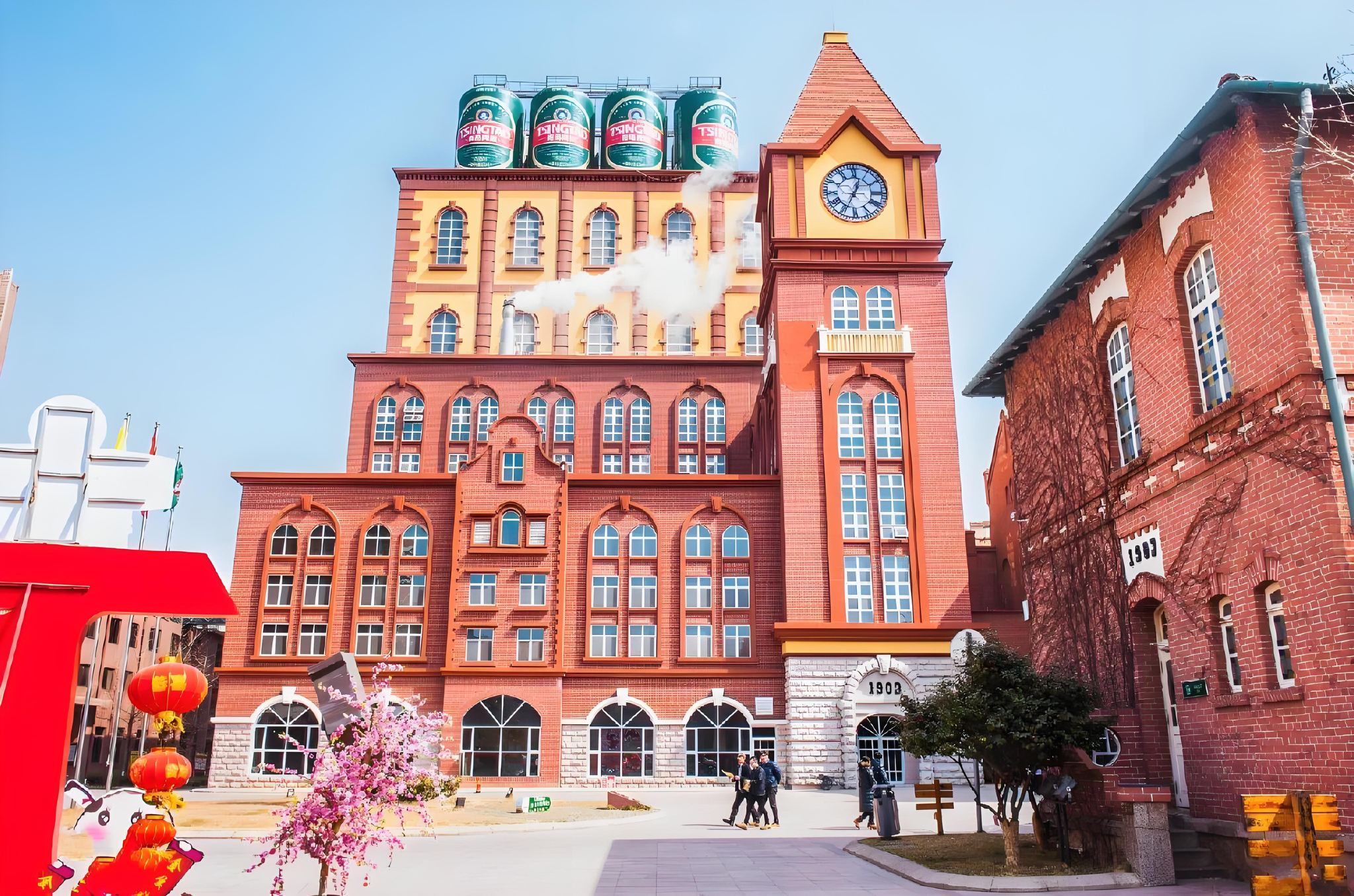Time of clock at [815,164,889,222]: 12:34
